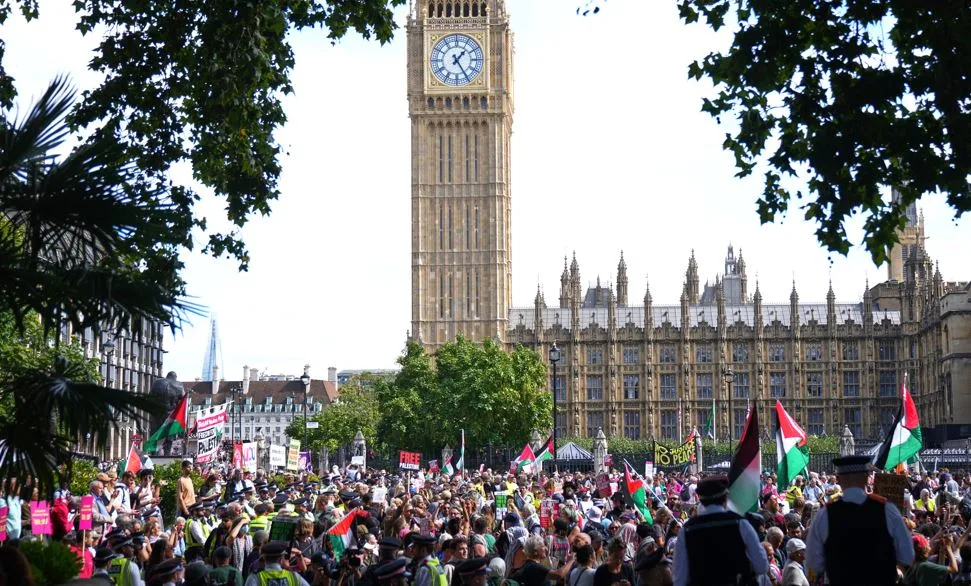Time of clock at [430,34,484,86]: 1:24
